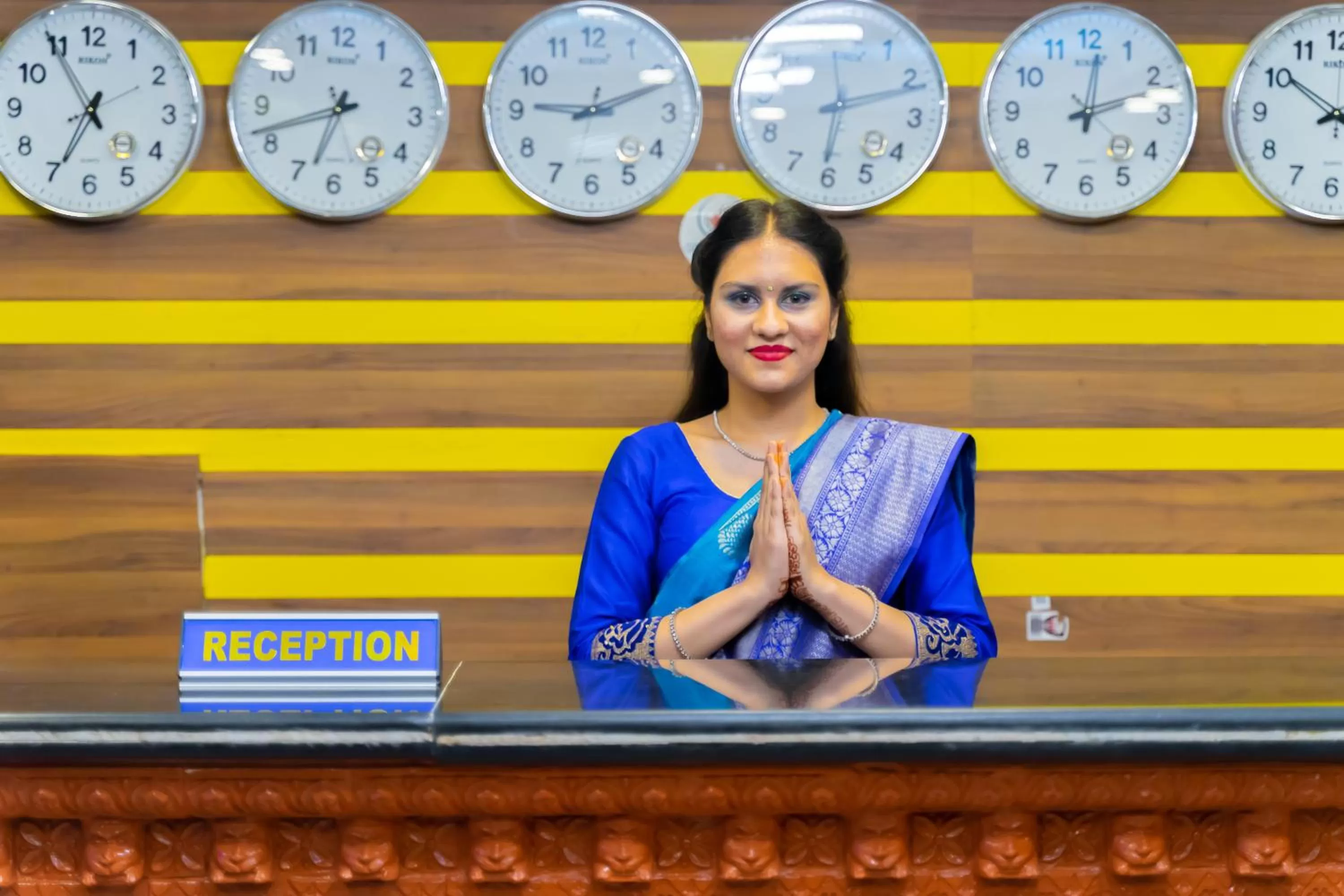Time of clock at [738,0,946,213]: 6:11
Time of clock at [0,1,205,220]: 6:54
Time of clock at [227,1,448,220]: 6:41
